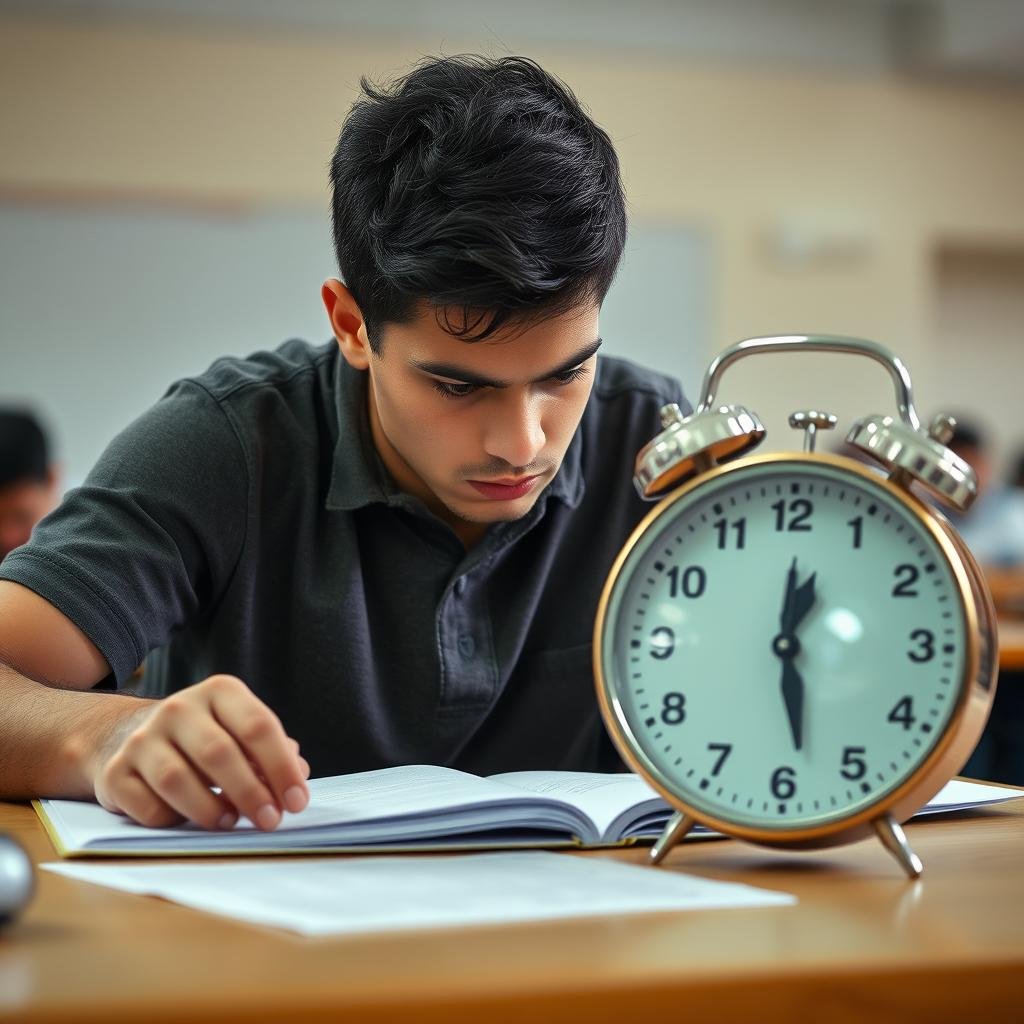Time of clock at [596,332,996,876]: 12:28
